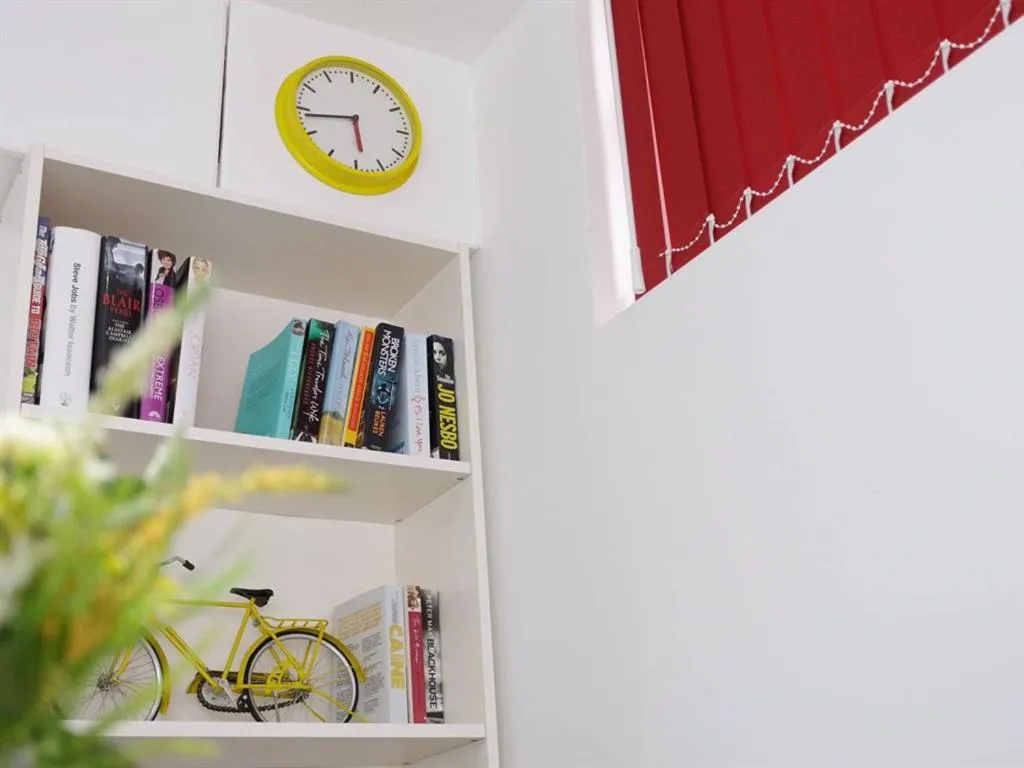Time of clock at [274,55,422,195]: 5:43
